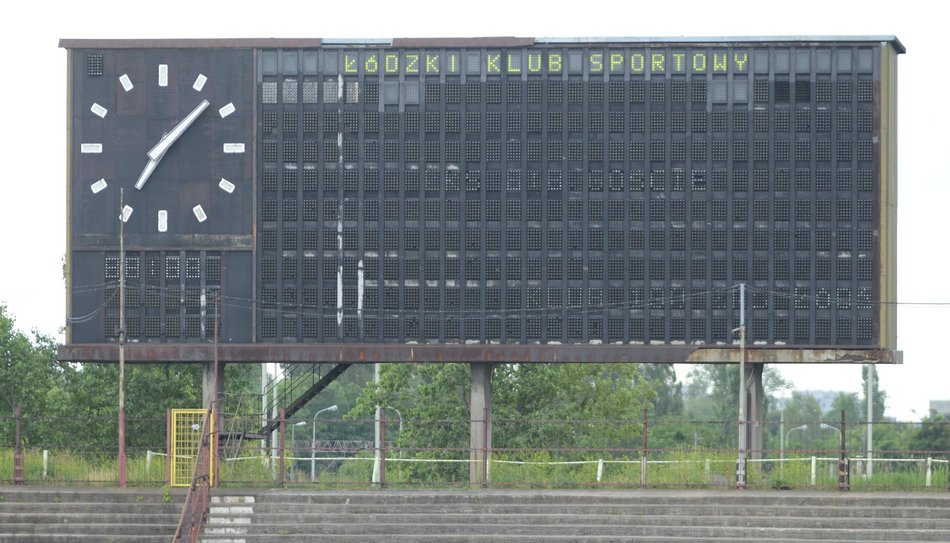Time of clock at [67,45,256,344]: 7:07
